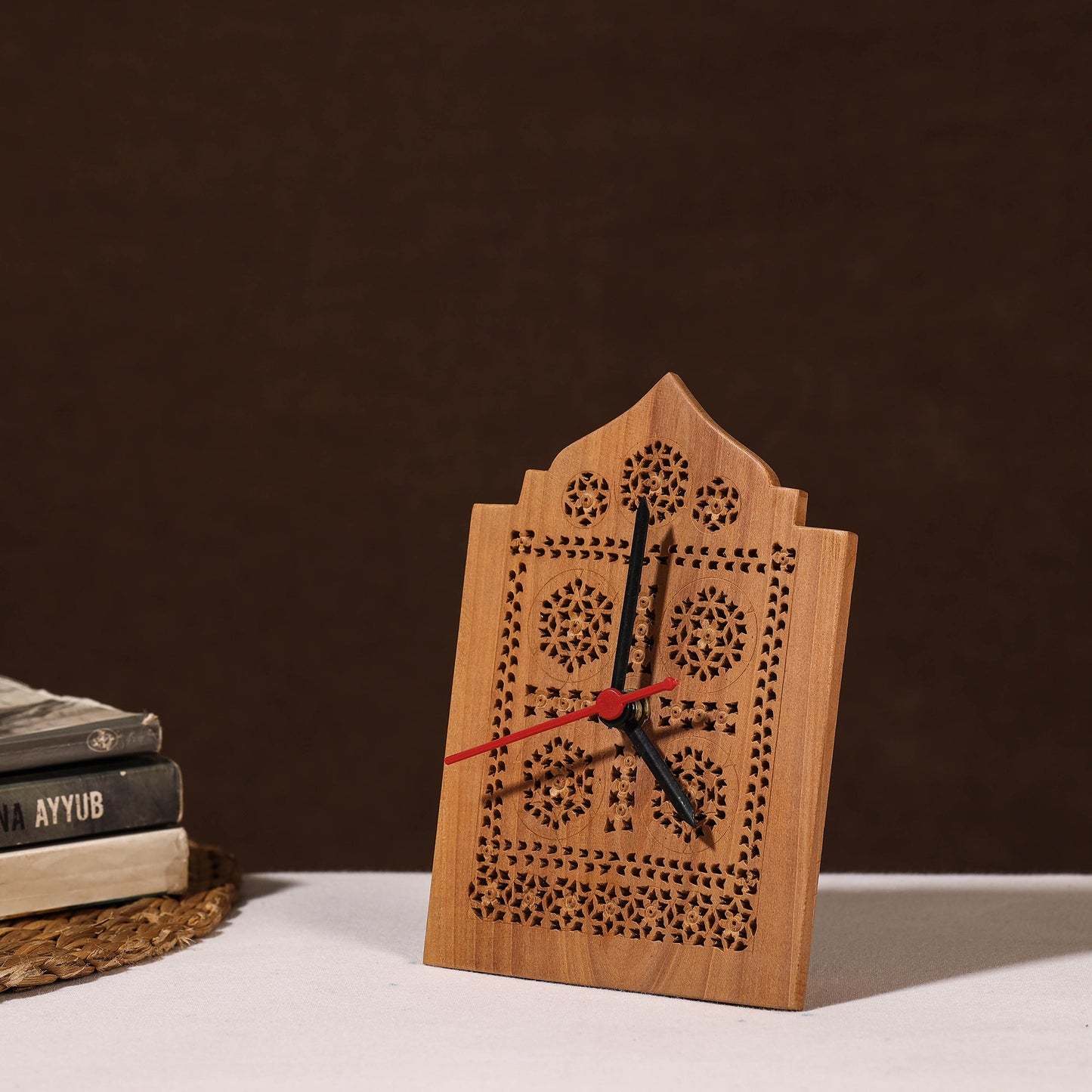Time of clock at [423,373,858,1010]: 4:00
